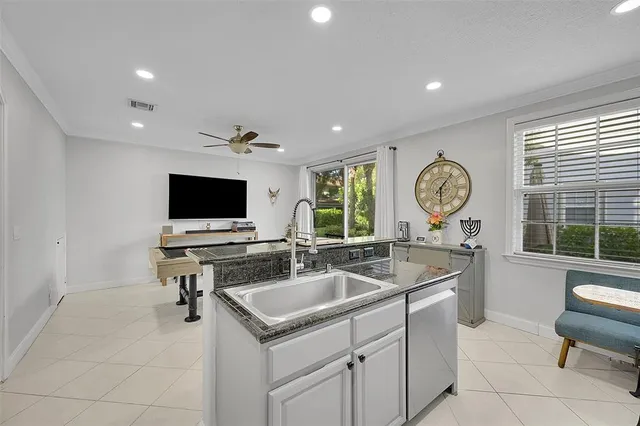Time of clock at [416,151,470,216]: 6:06
